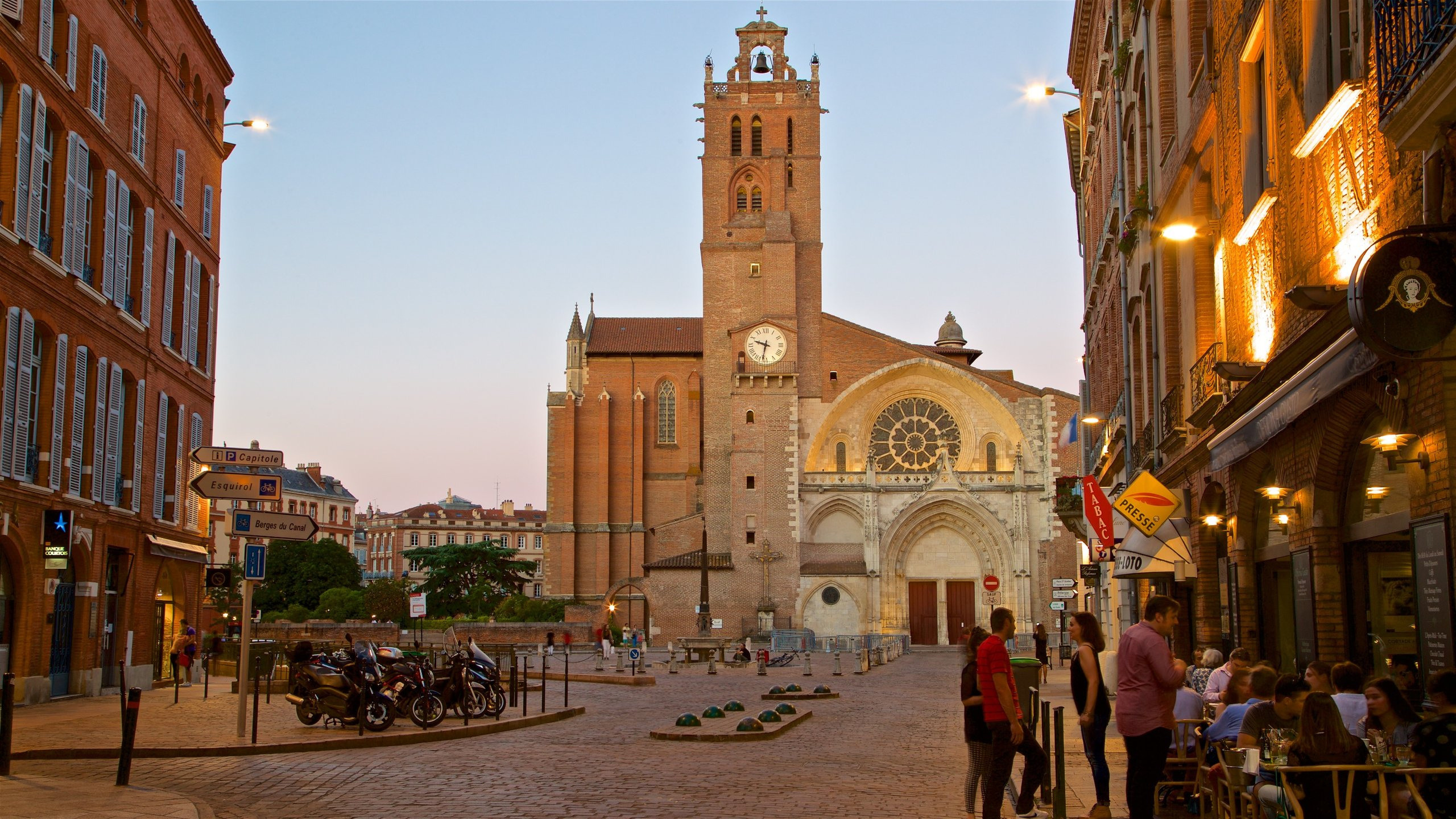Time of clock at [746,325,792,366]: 9:32
